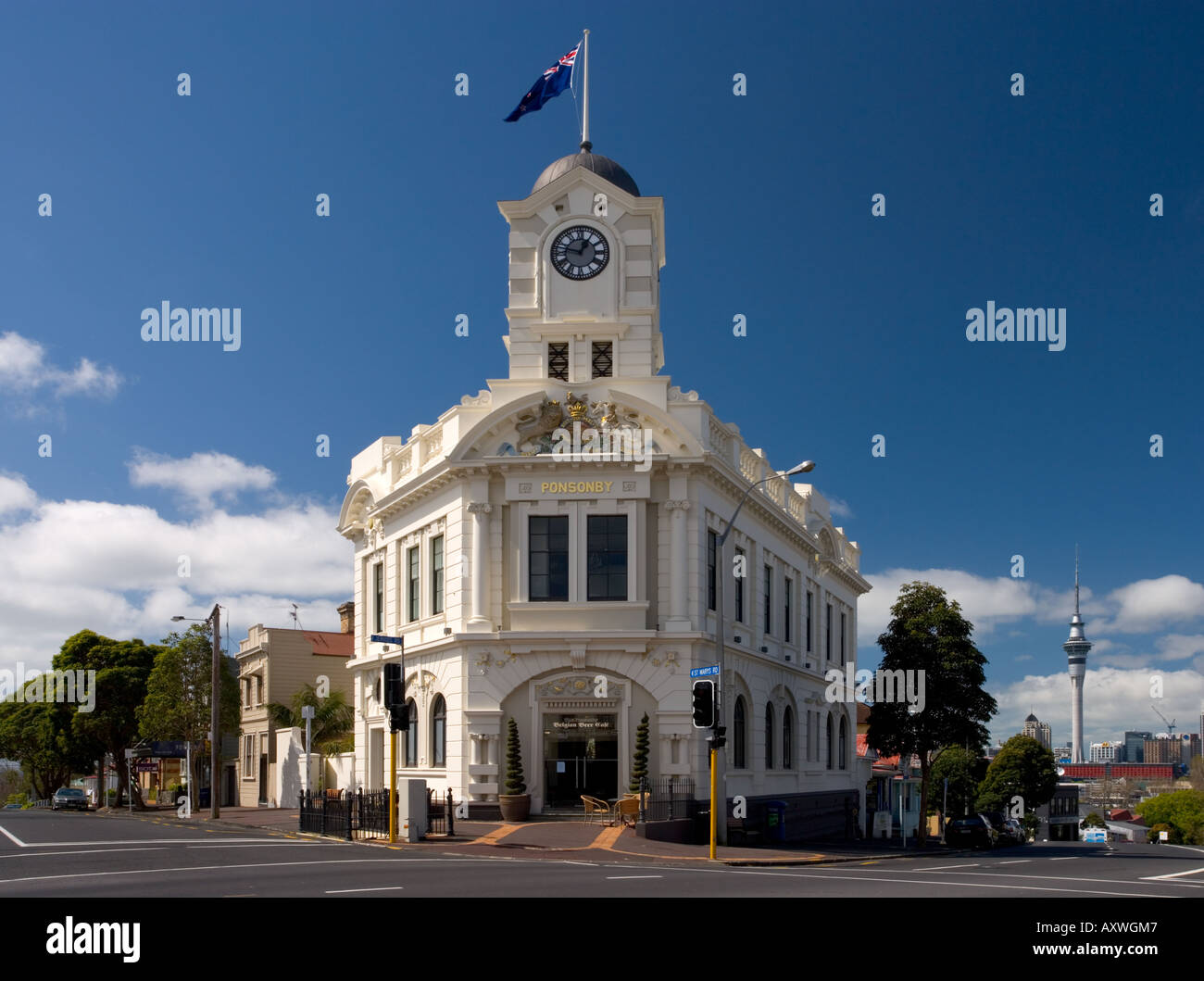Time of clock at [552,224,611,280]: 12:47
